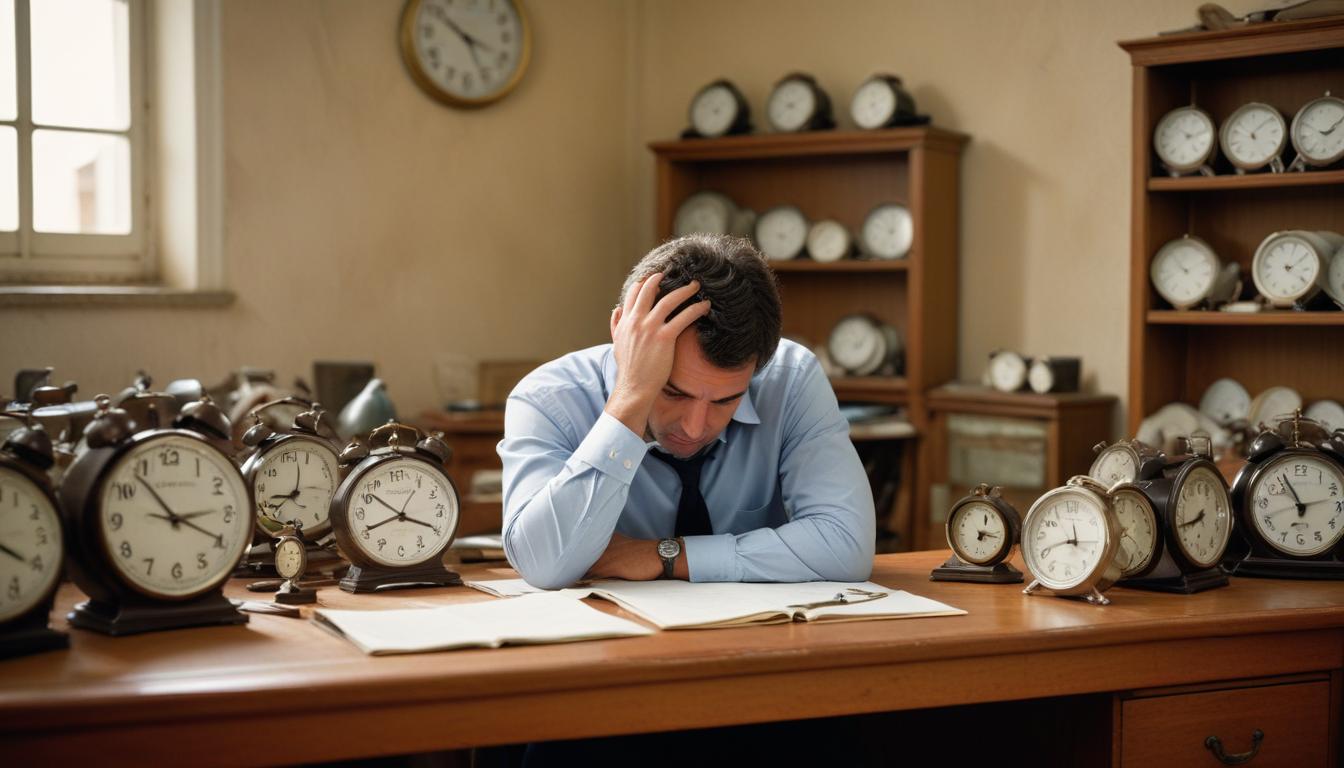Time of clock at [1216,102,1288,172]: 5:08
